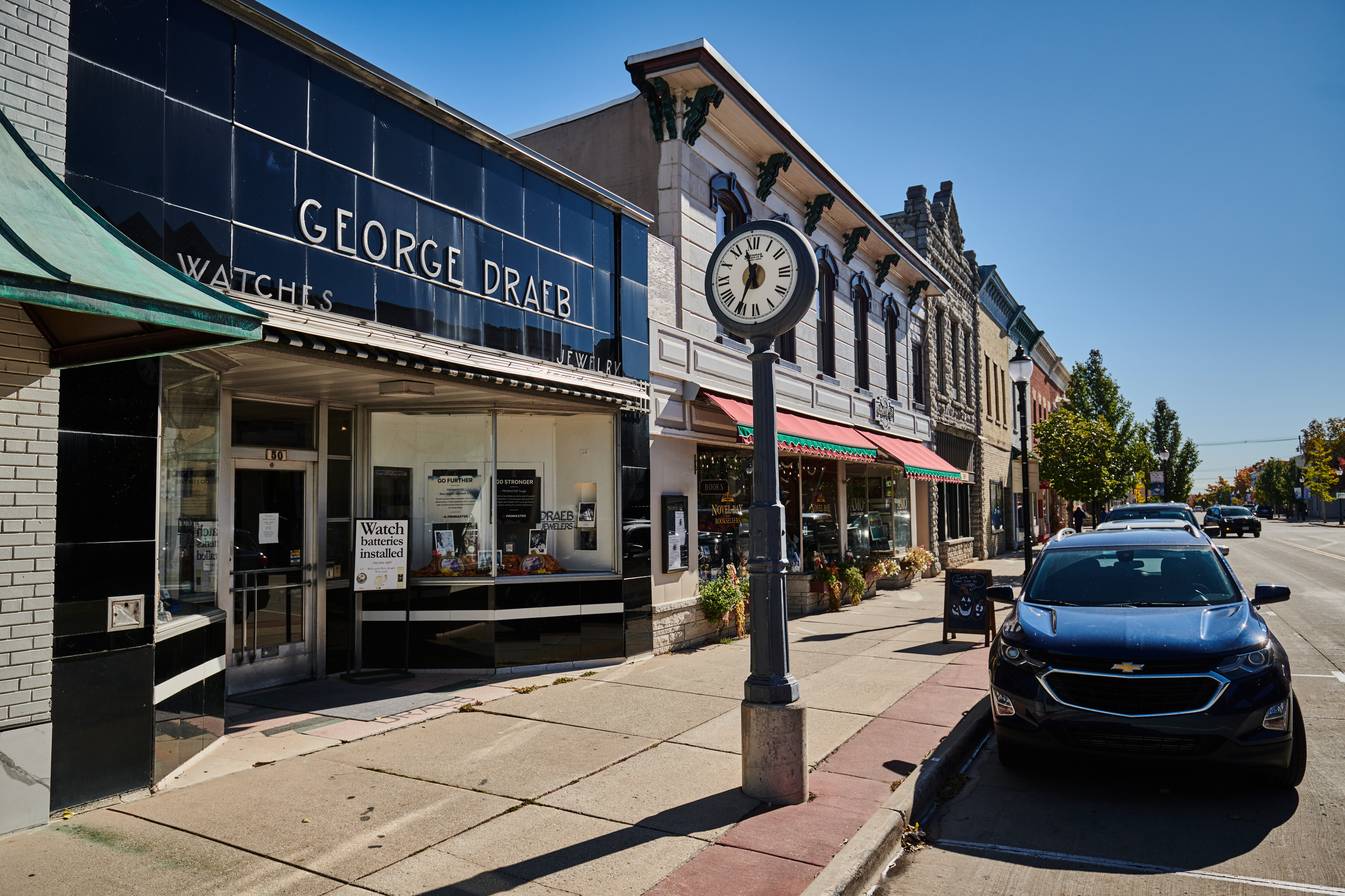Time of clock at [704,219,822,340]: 11:35
